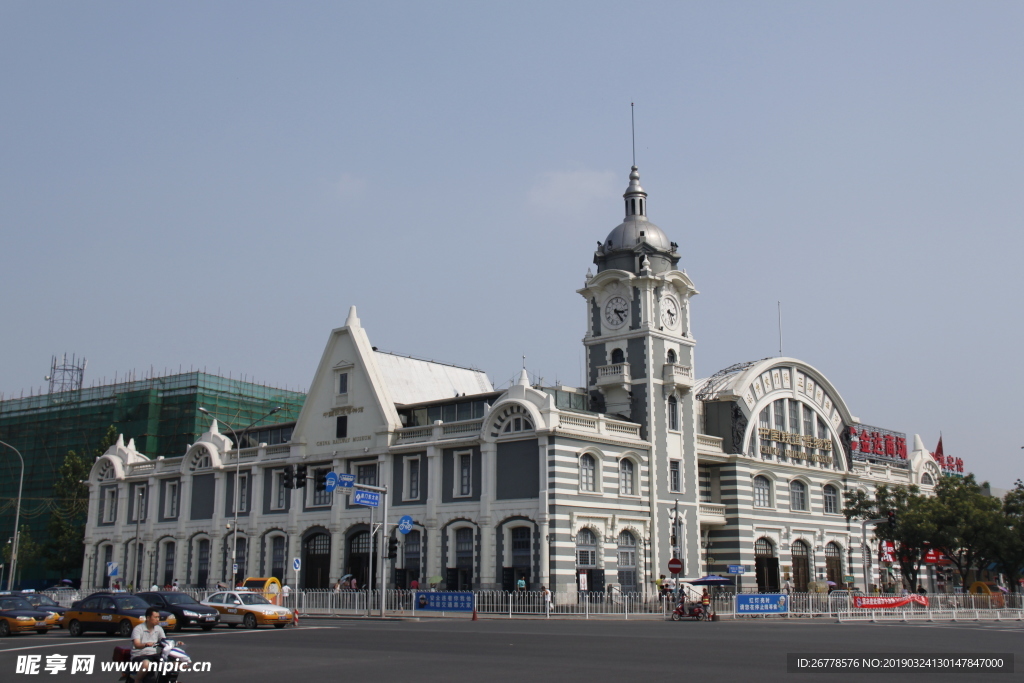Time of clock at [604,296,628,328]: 3:24
